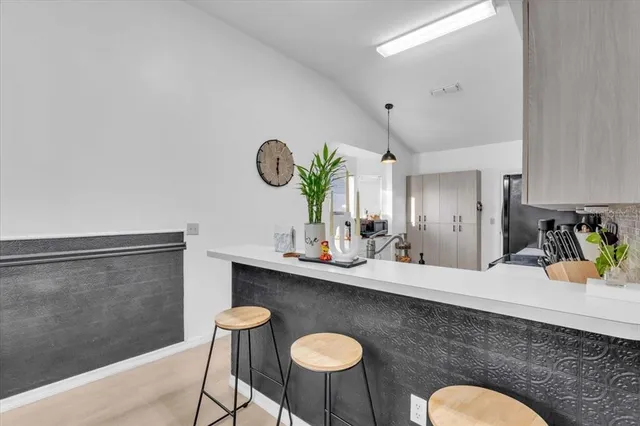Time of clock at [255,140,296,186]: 6:30
